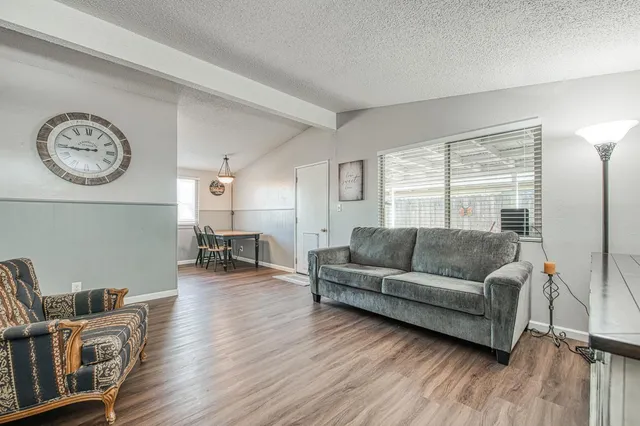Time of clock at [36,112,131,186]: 8:44
